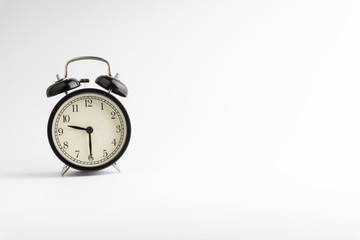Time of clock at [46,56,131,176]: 9:29
